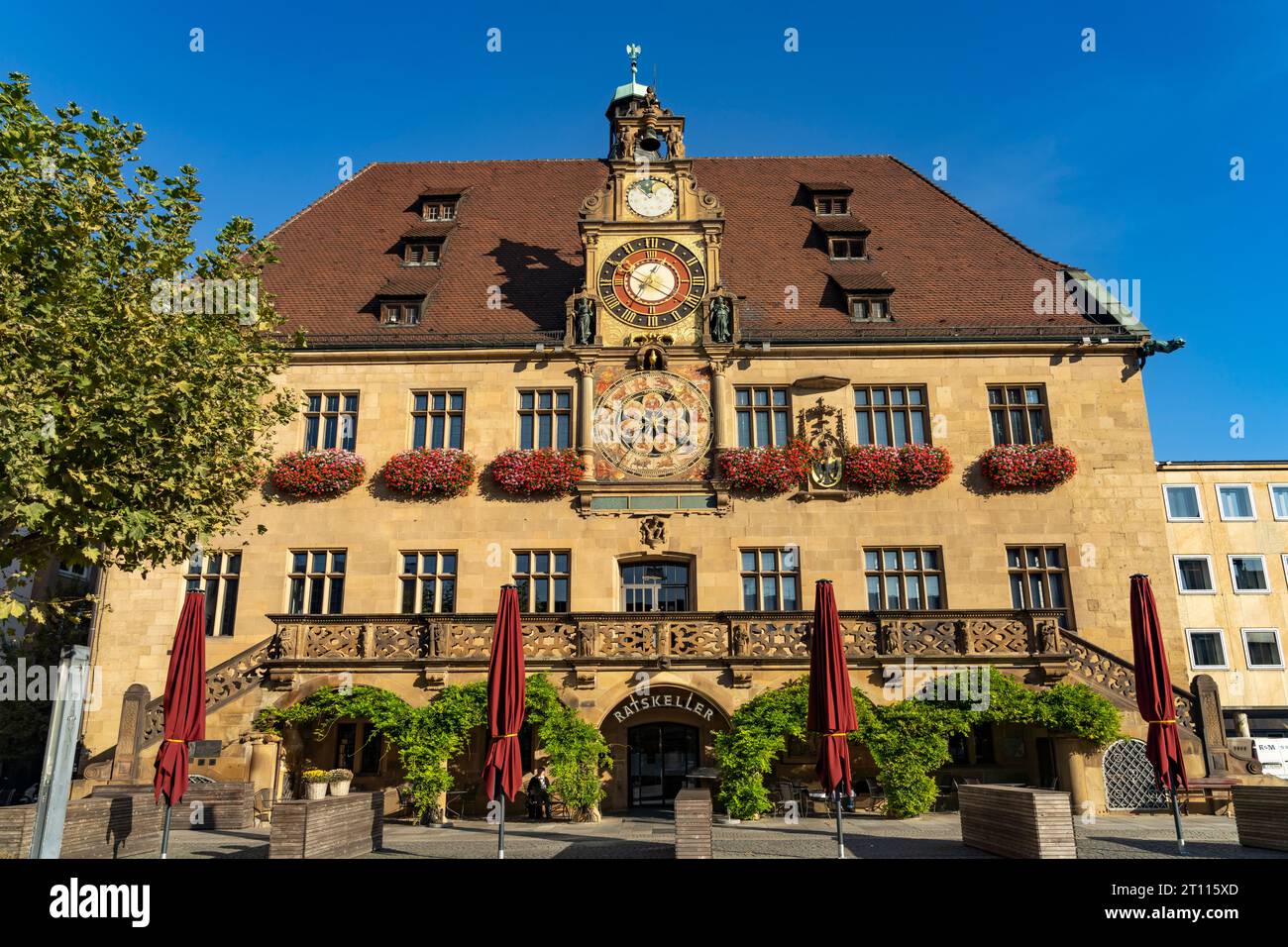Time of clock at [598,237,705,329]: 7:04
